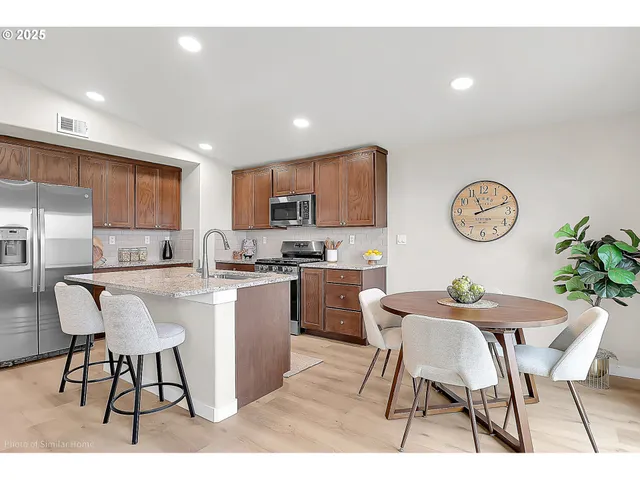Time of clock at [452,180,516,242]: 11:11
